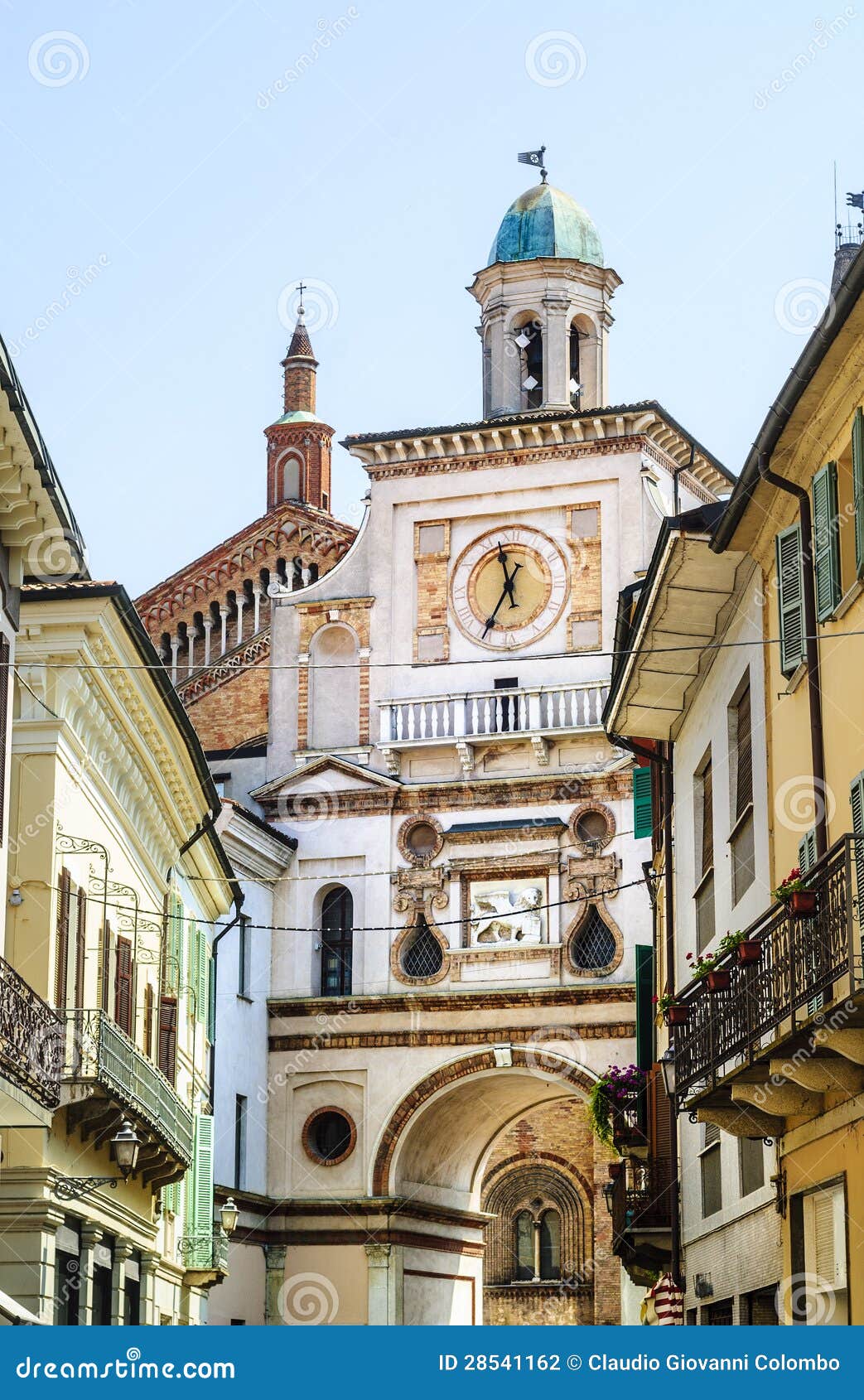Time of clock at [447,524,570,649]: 11:35
